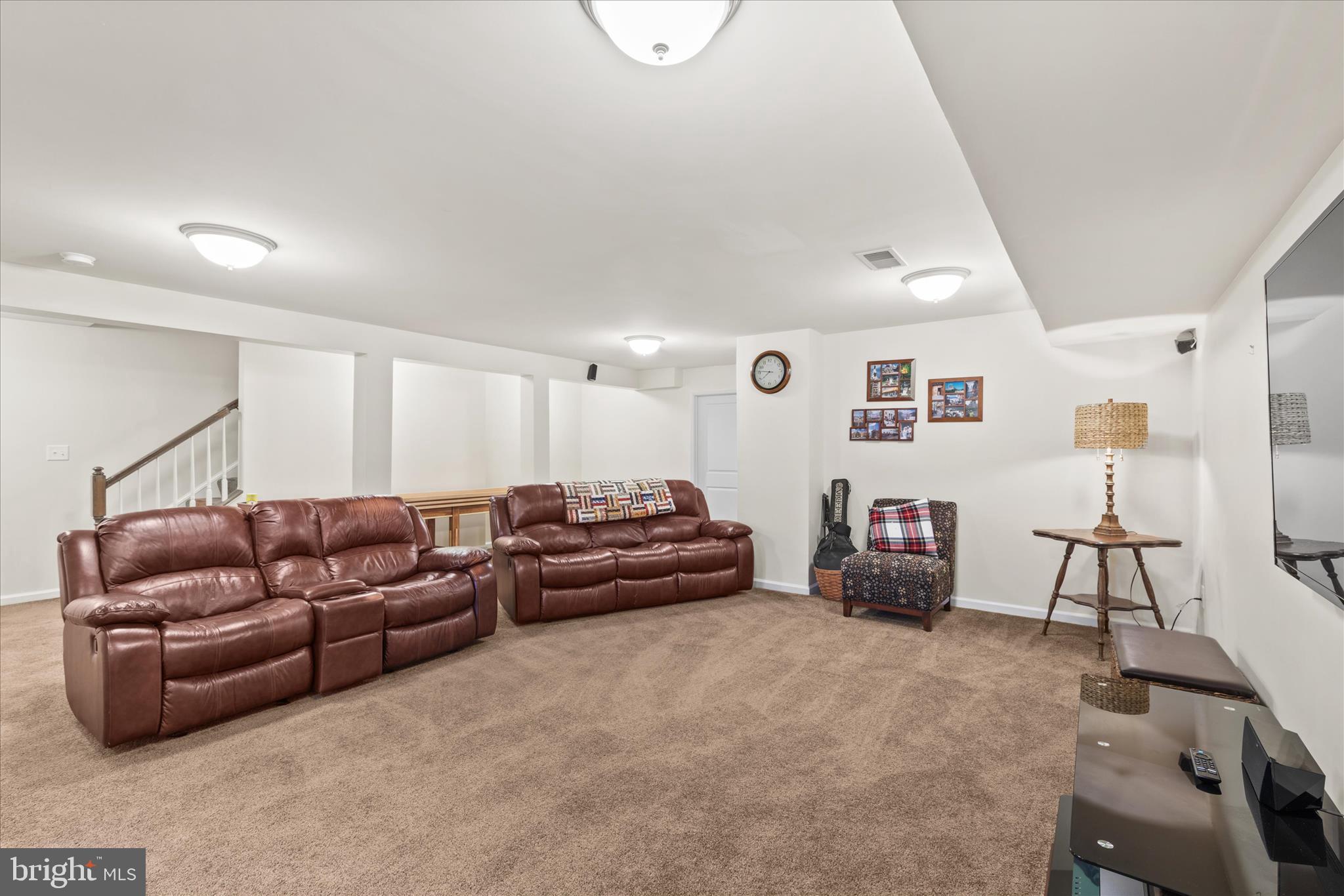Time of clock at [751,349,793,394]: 7:46
